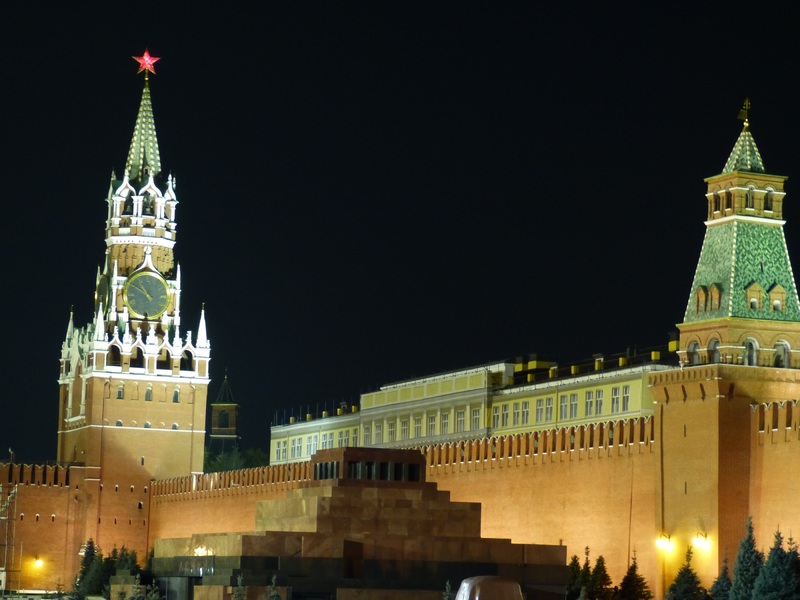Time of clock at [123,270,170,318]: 10:50
